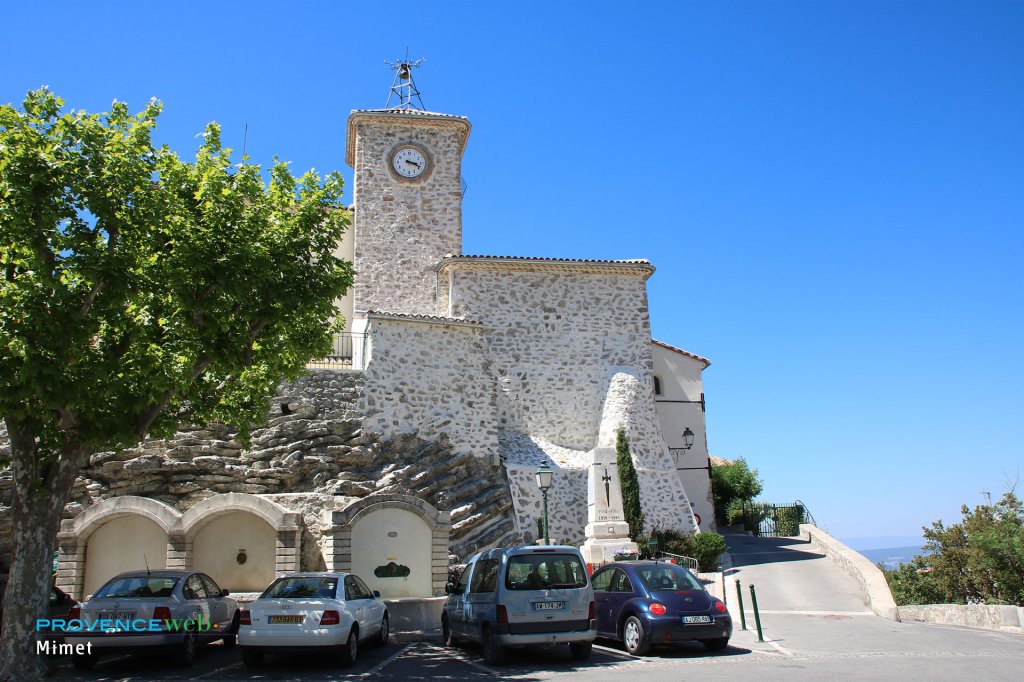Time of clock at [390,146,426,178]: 3:18
